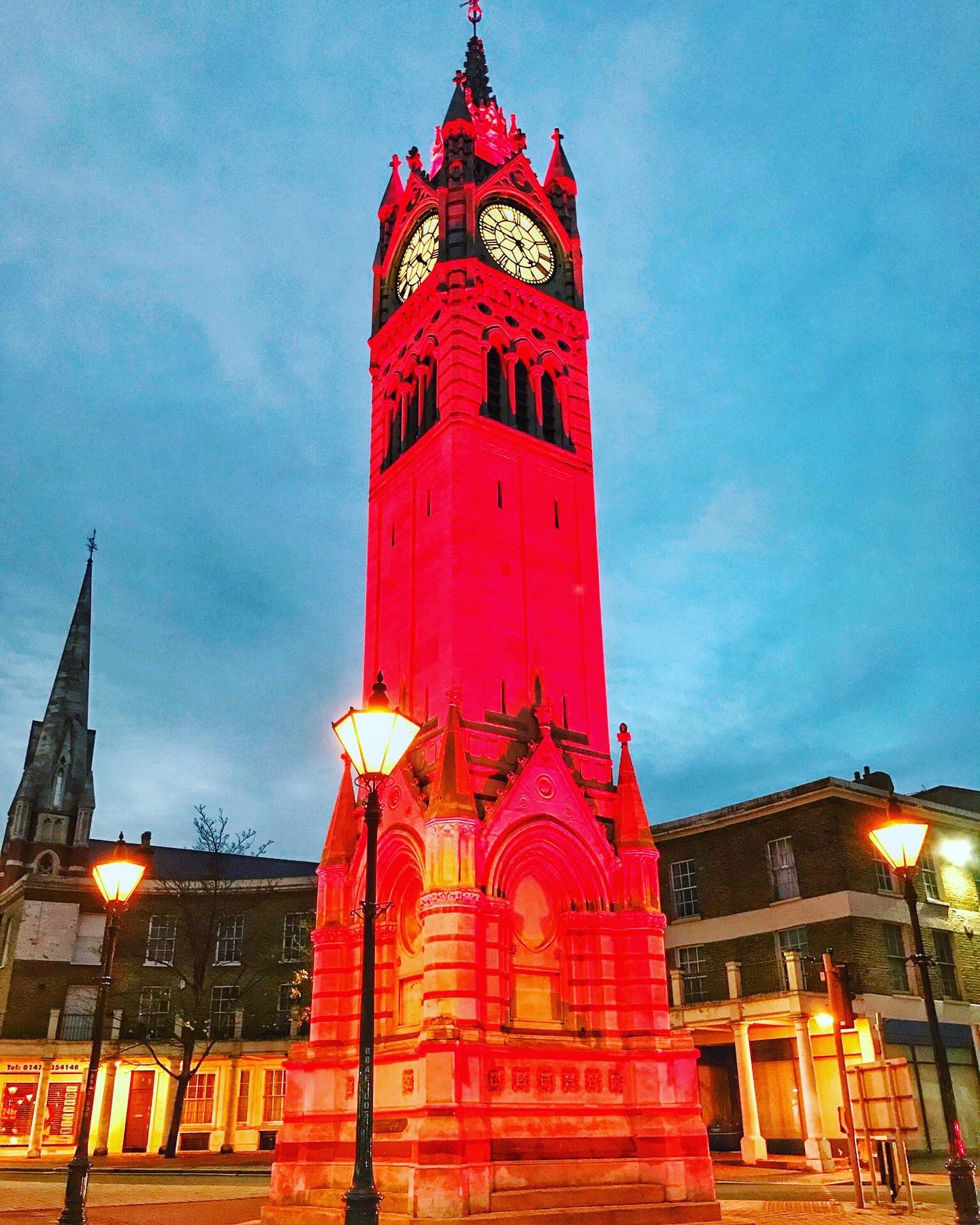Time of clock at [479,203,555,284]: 4:46
